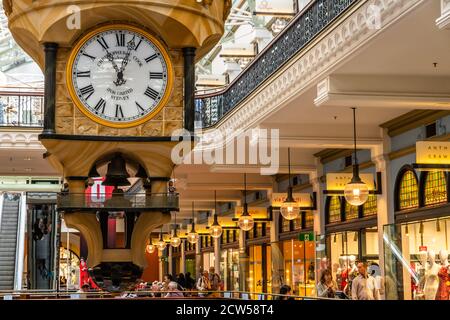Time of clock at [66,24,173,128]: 11:02
